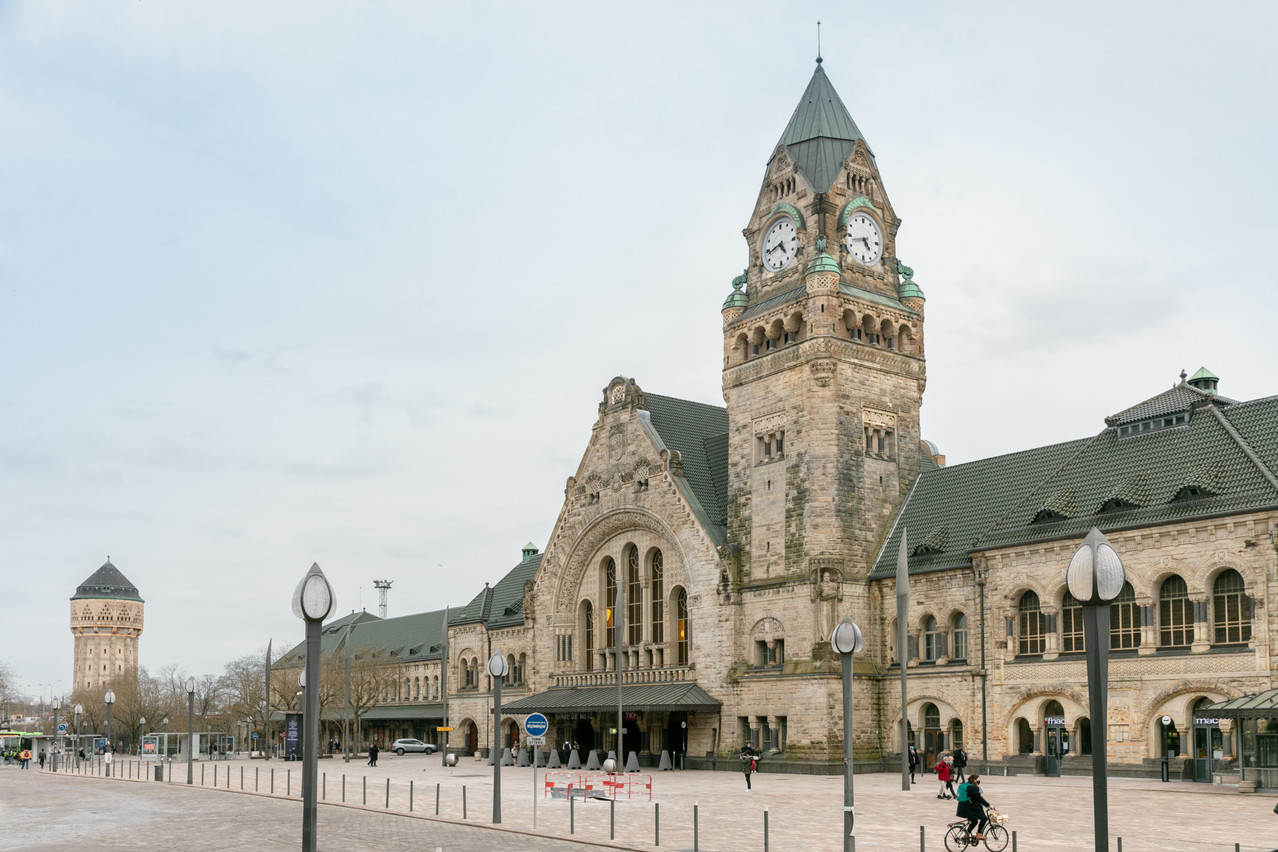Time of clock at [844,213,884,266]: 4:42
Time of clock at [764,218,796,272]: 4:43
